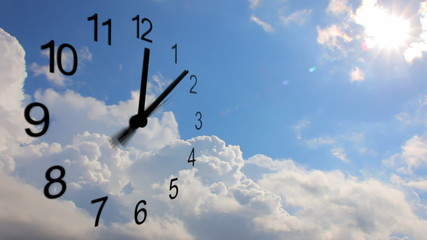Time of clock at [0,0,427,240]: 12:07
